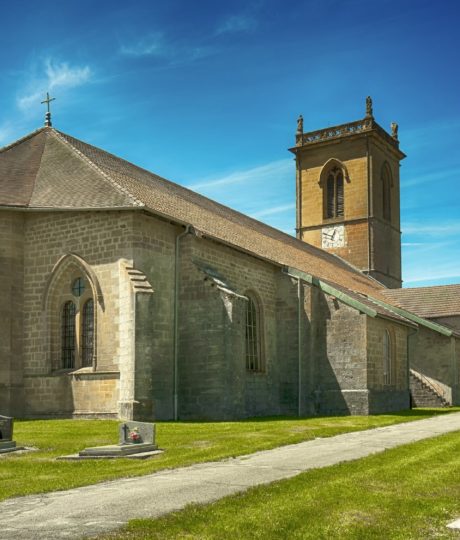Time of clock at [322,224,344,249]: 12:49
